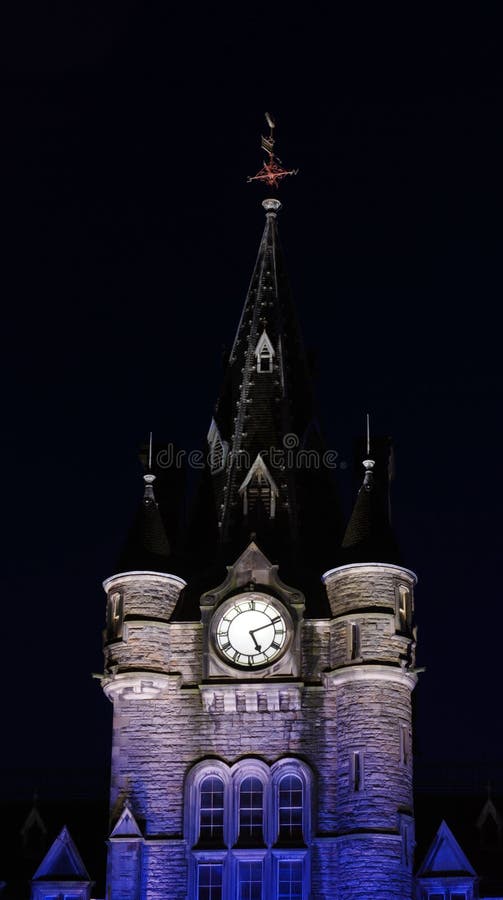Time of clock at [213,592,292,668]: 5:11
